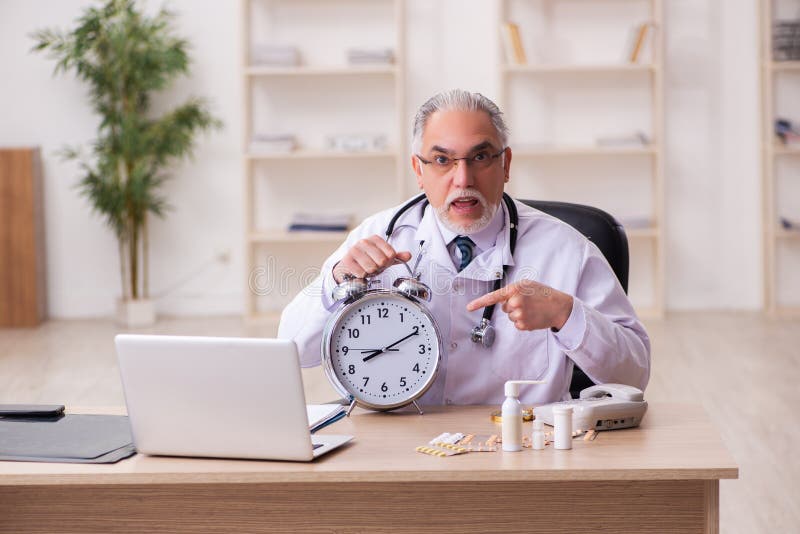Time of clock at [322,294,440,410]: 8:10
